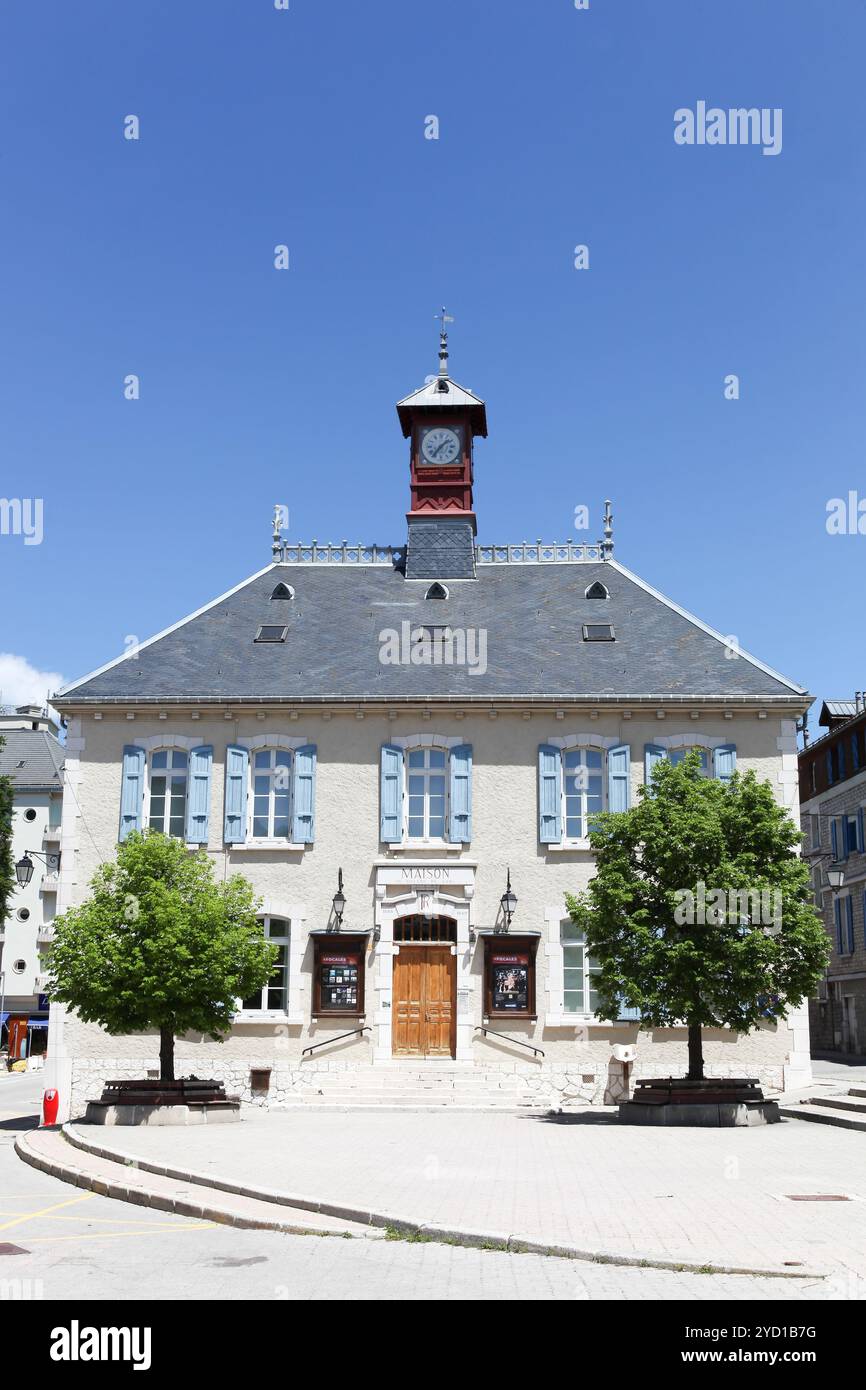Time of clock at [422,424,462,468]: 1:36
